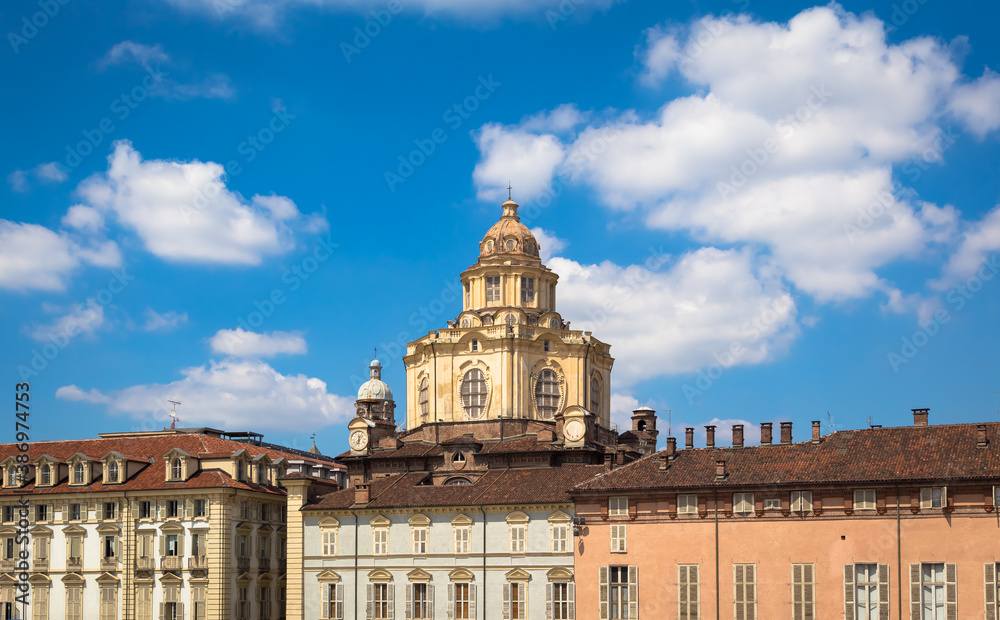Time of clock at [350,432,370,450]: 6:06
